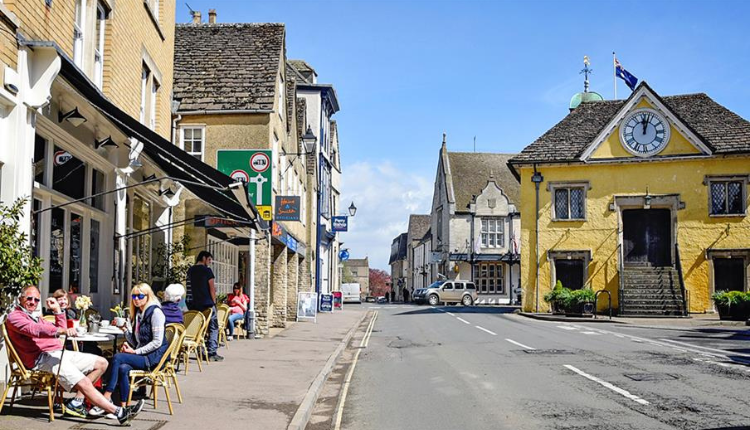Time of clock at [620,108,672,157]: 12:03
